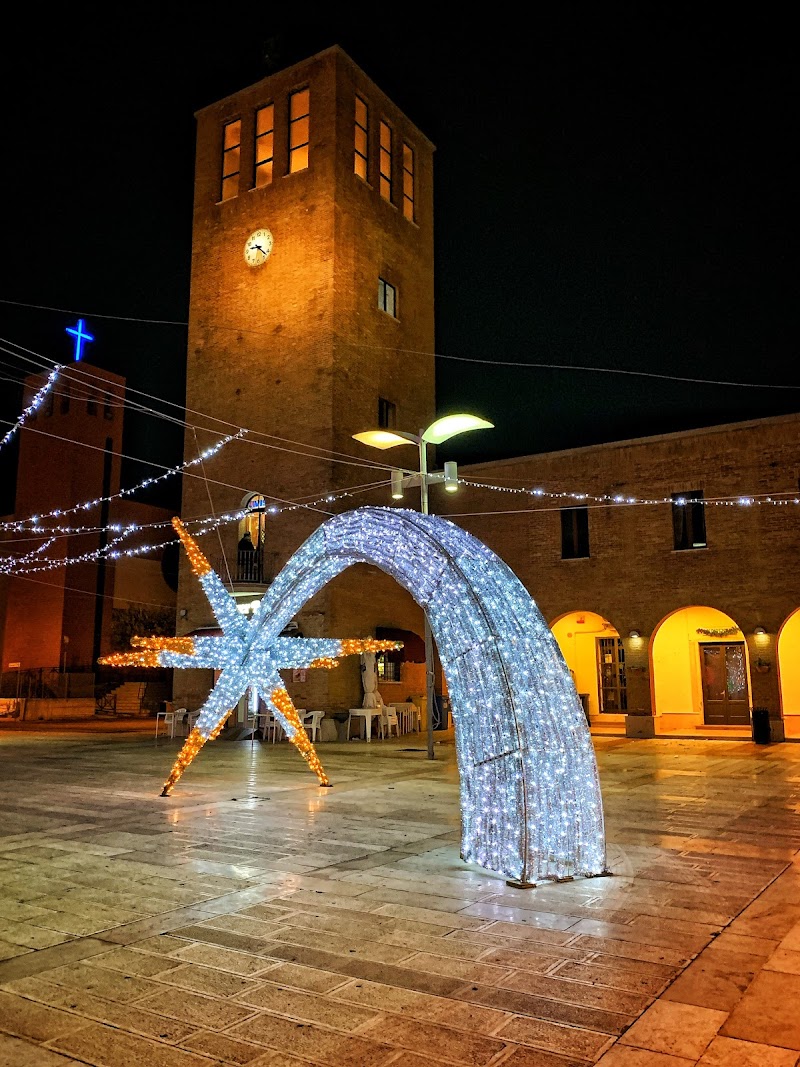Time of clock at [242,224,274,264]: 9:22
